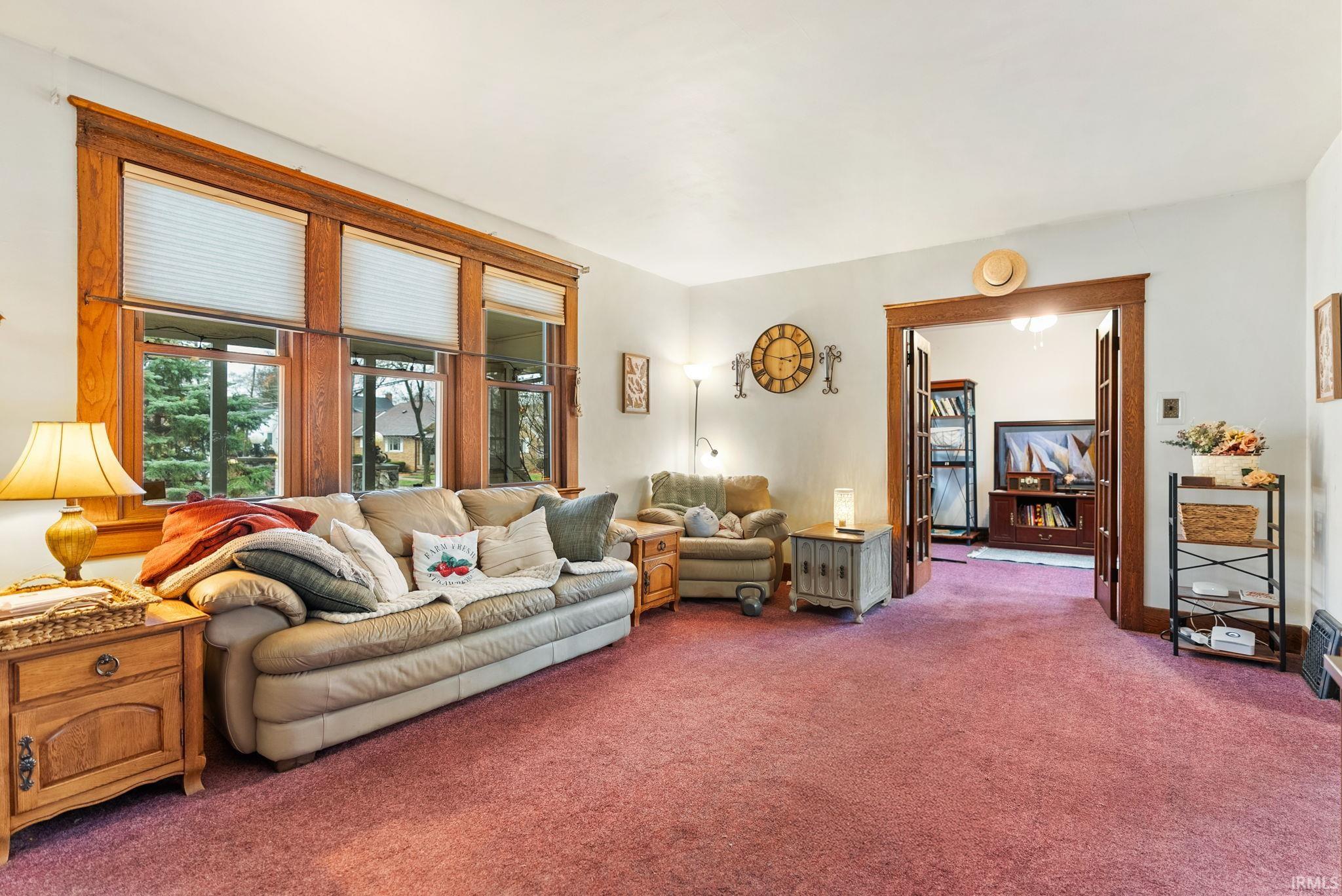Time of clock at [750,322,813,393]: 2:48
